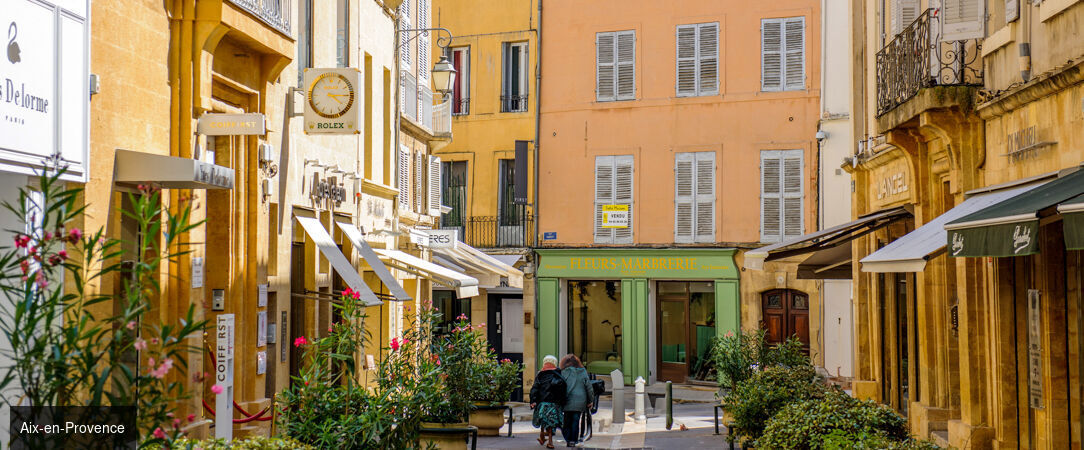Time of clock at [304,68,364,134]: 4:14
